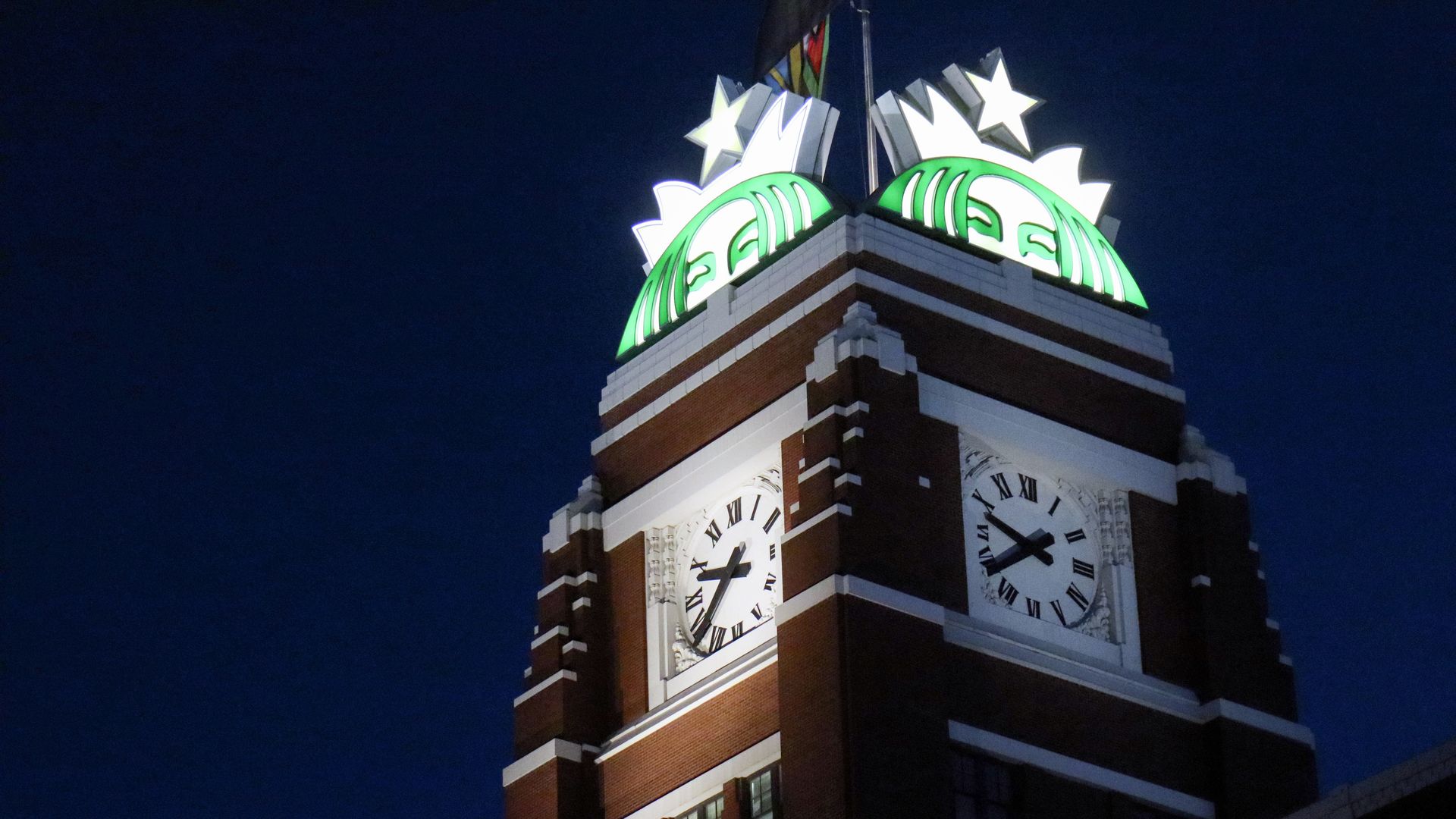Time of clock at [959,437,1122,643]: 9:38
